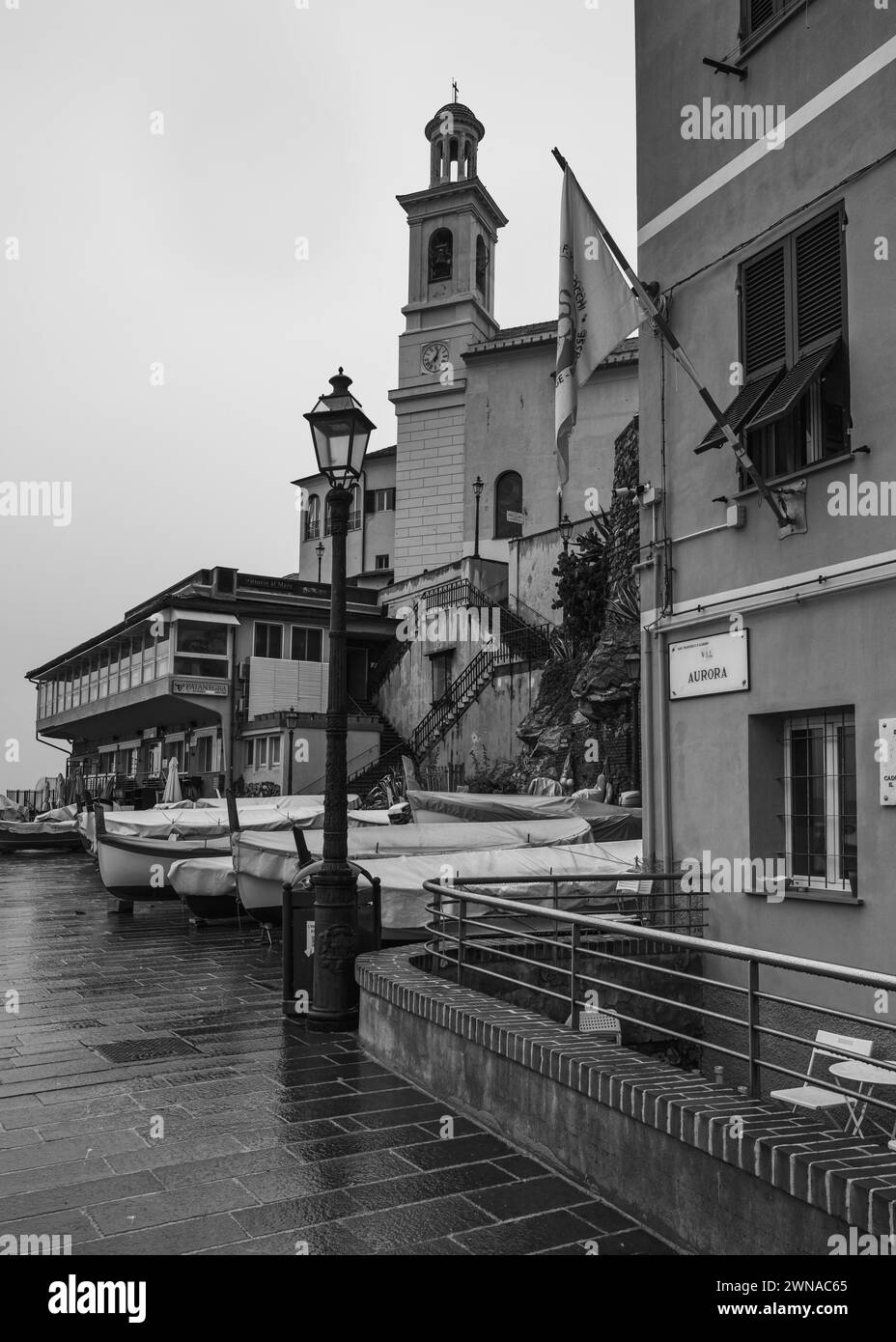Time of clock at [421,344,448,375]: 12:37
